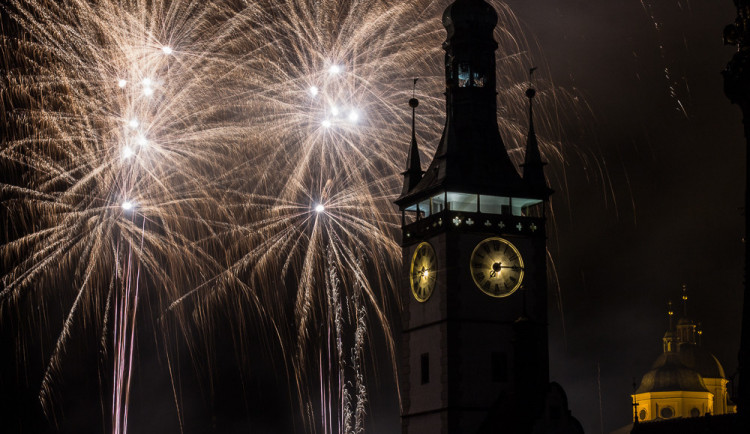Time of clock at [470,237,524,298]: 7:14
